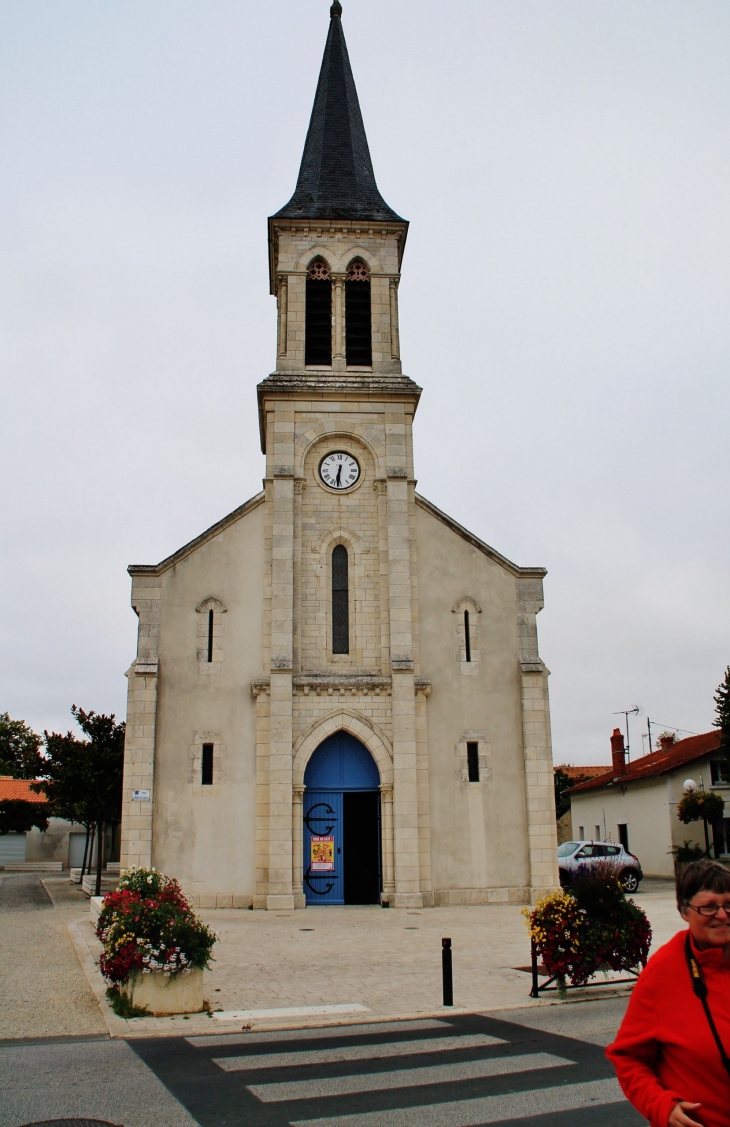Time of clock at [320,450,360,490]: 6:31
